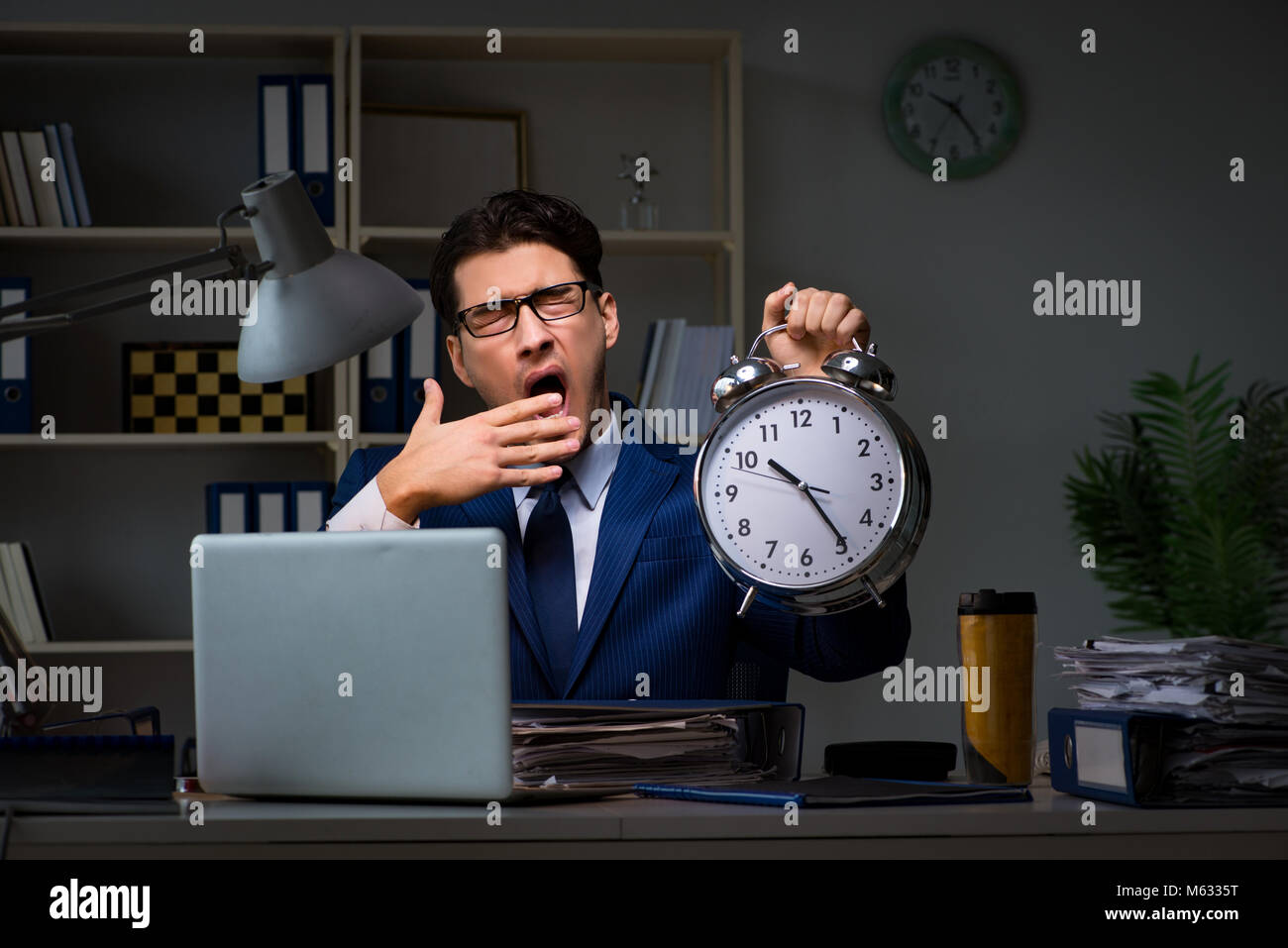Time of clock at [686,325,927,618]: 10:24
